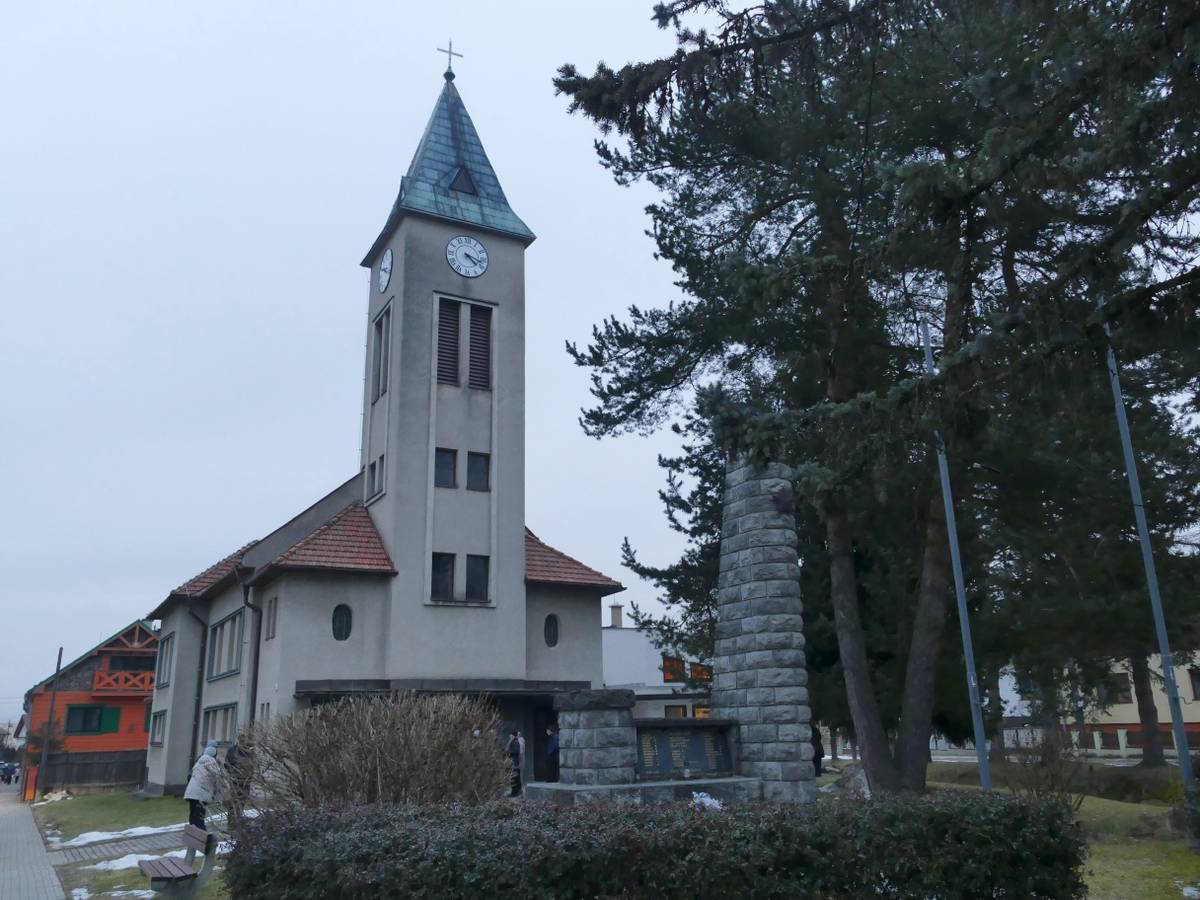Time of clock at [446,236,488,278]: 4:17
